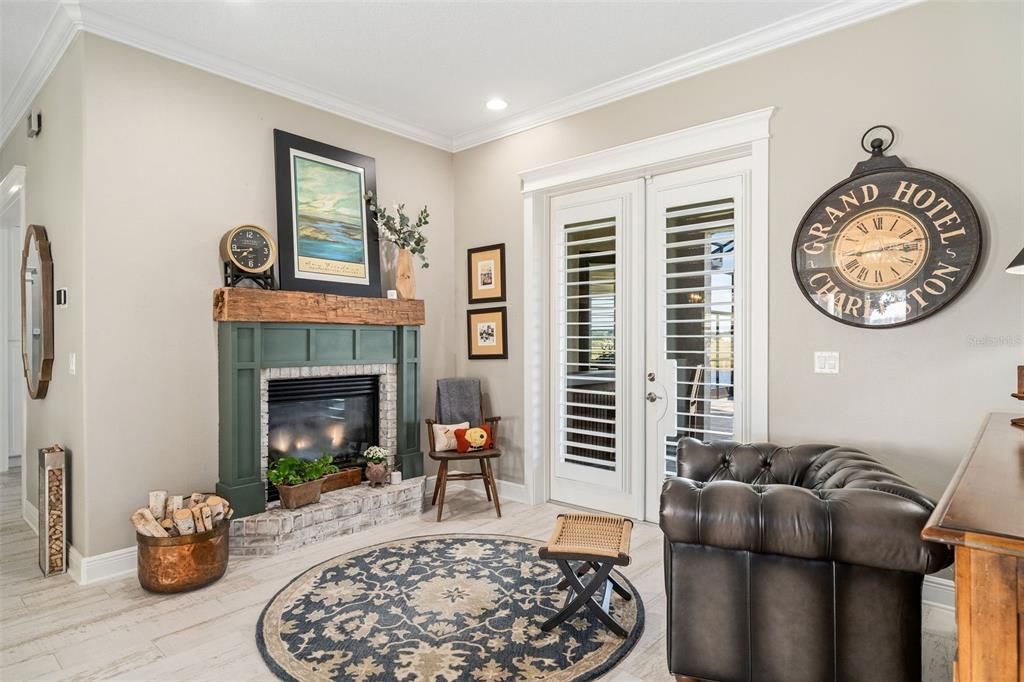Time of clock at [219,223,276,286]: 7:44
